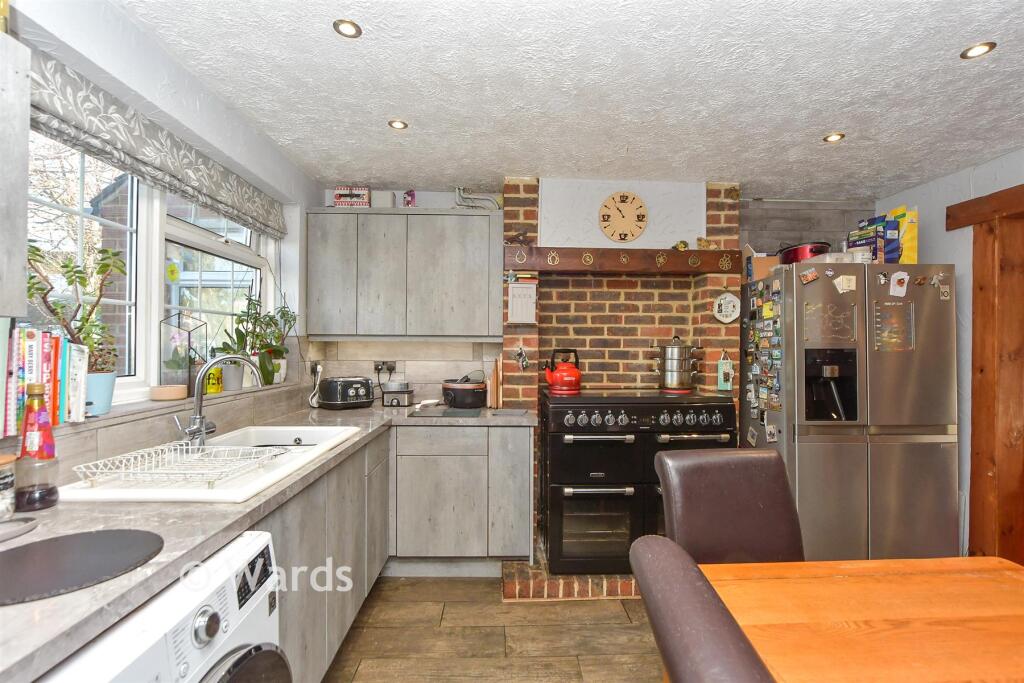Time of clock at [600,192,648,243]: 10:53
